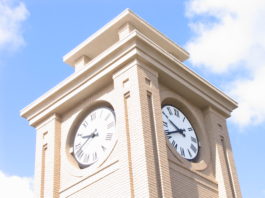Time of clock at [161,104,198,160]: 9:40
